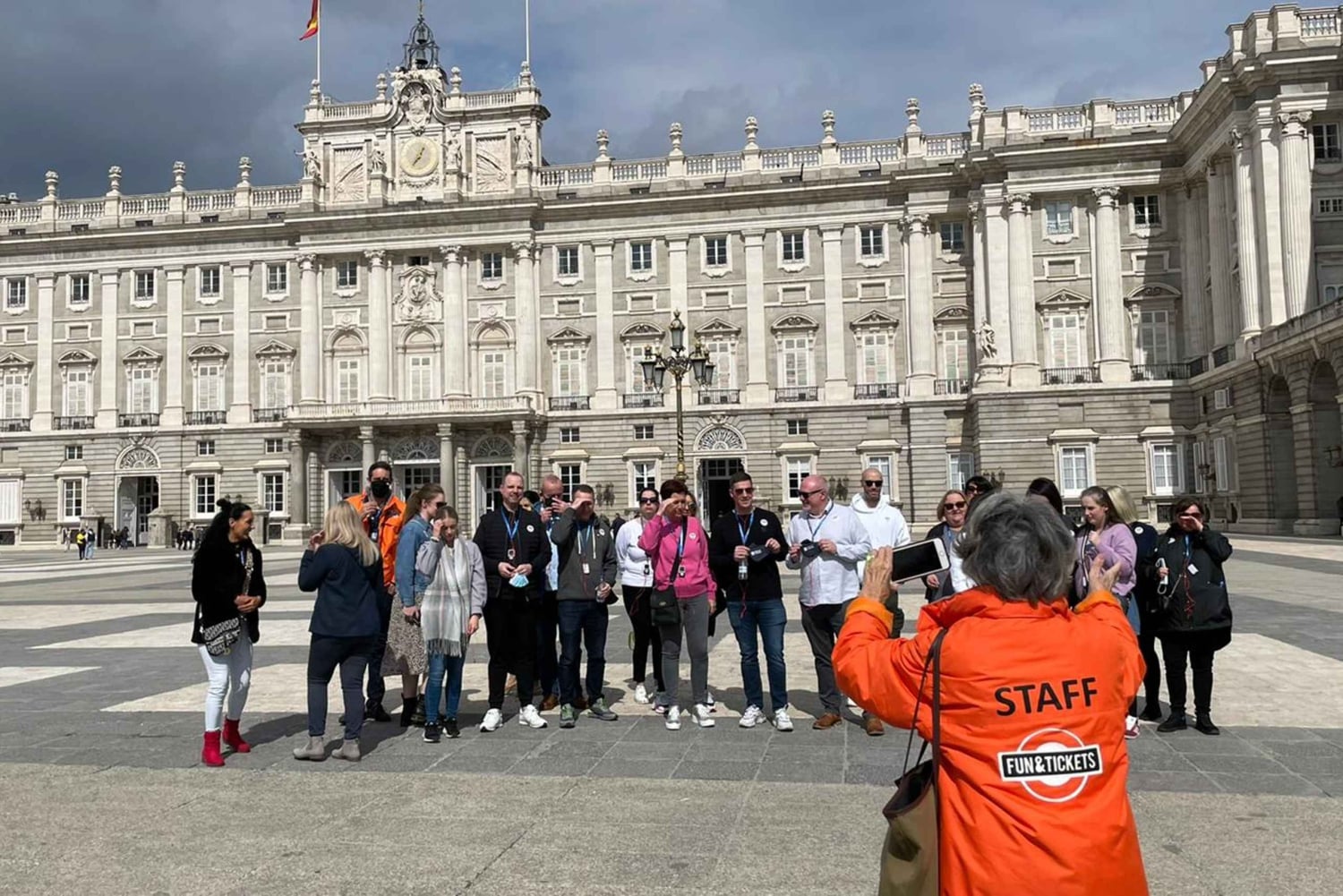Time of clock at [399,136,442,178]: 7:03
